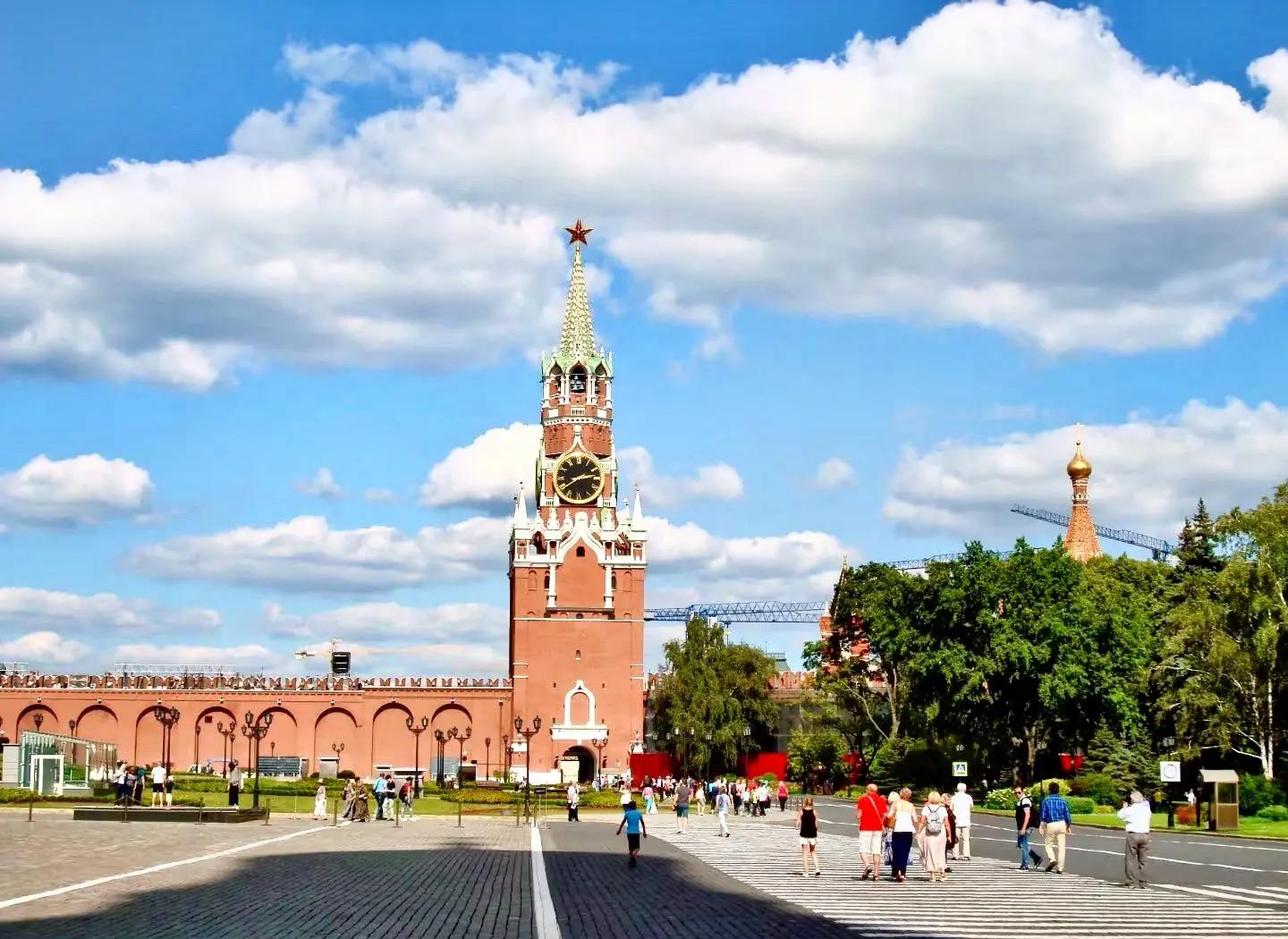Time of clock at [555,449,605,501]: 2:39
